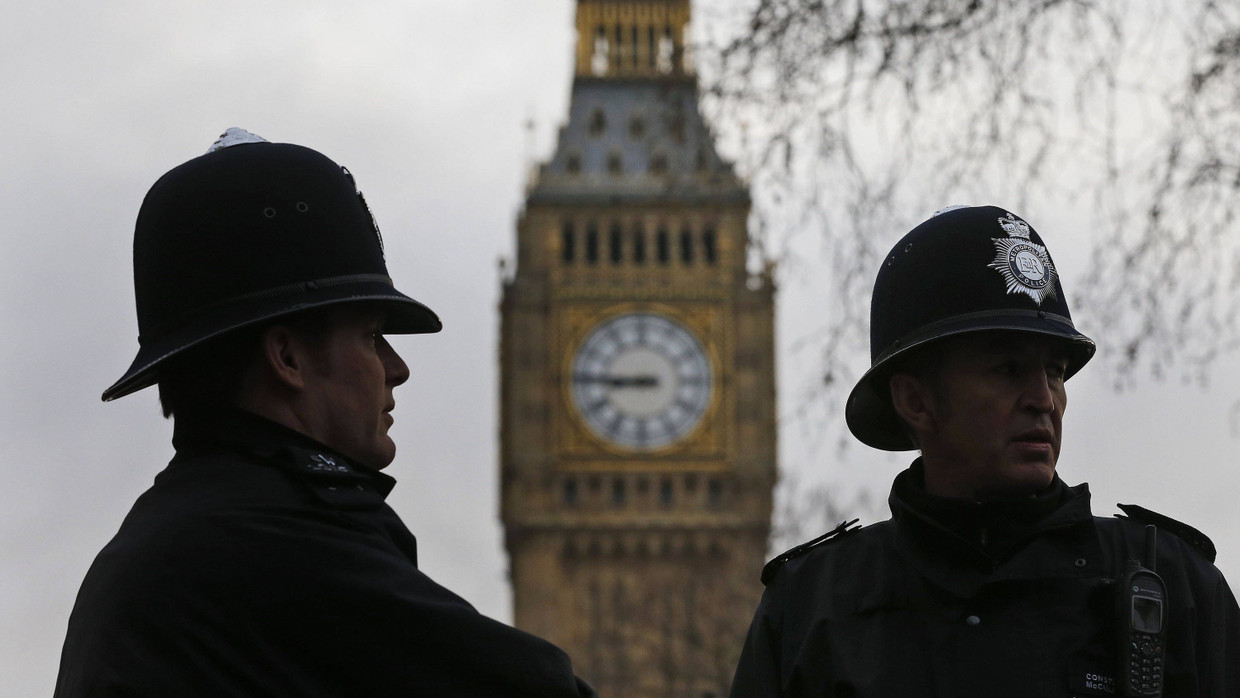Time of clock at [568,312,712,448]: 8:45
